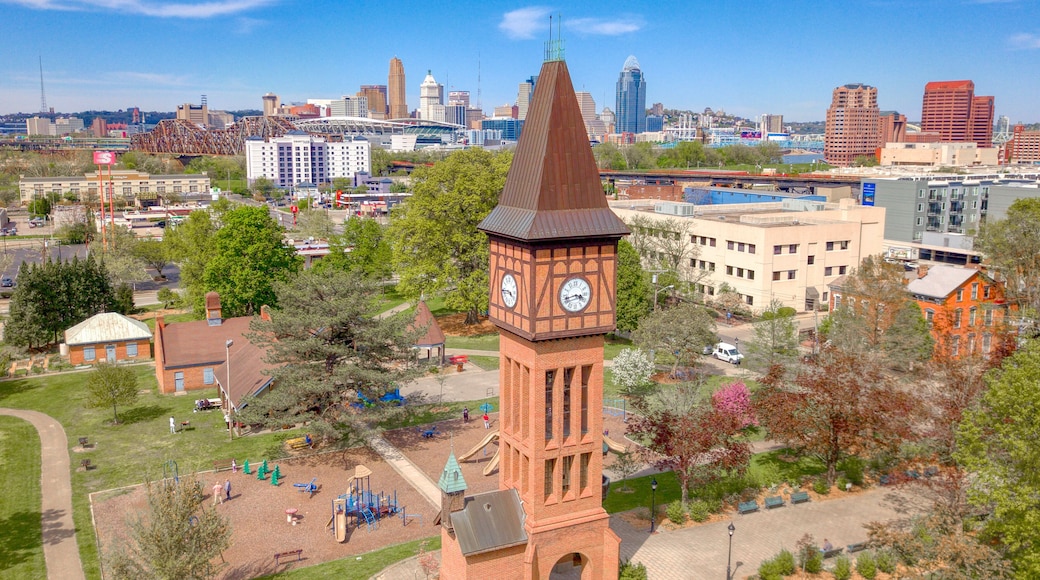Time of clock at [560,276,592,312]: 3:42
